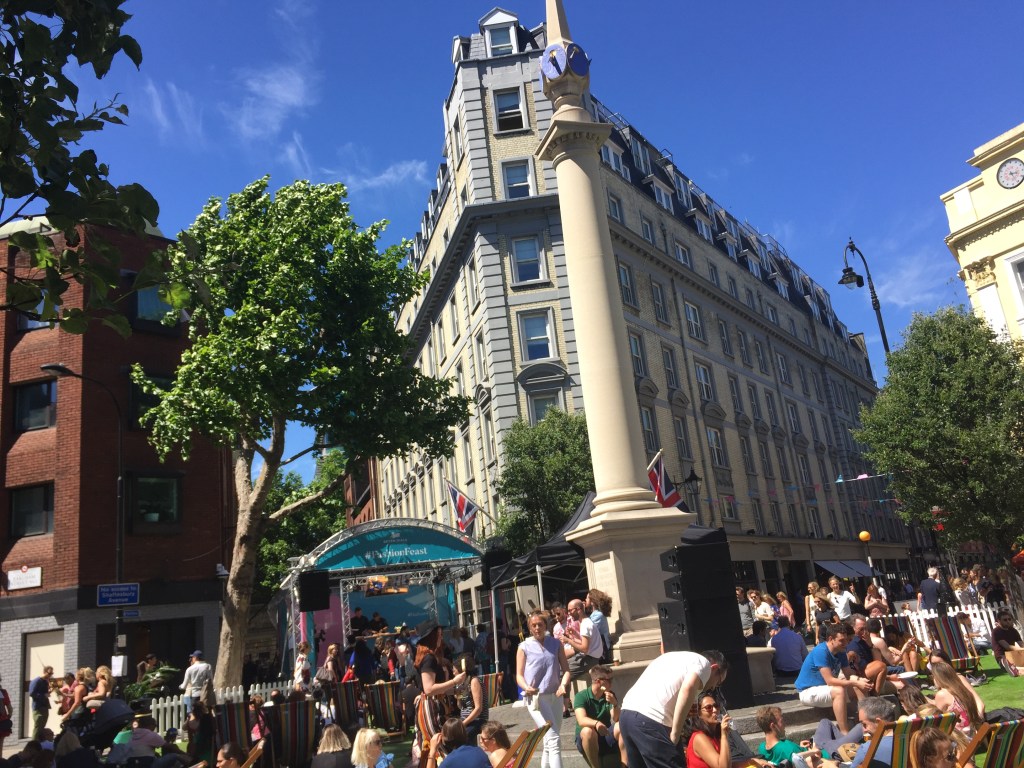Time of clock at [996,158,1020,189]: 3:26
